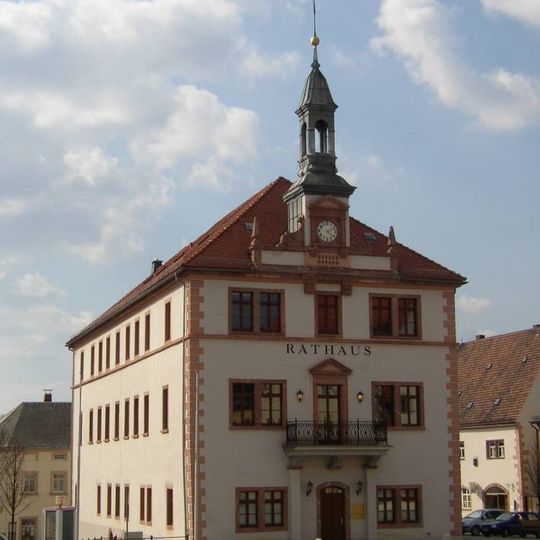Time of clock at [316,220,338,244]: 4:11
